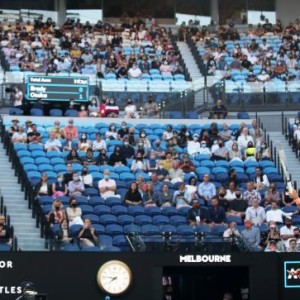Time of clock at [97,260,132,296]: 7:46
